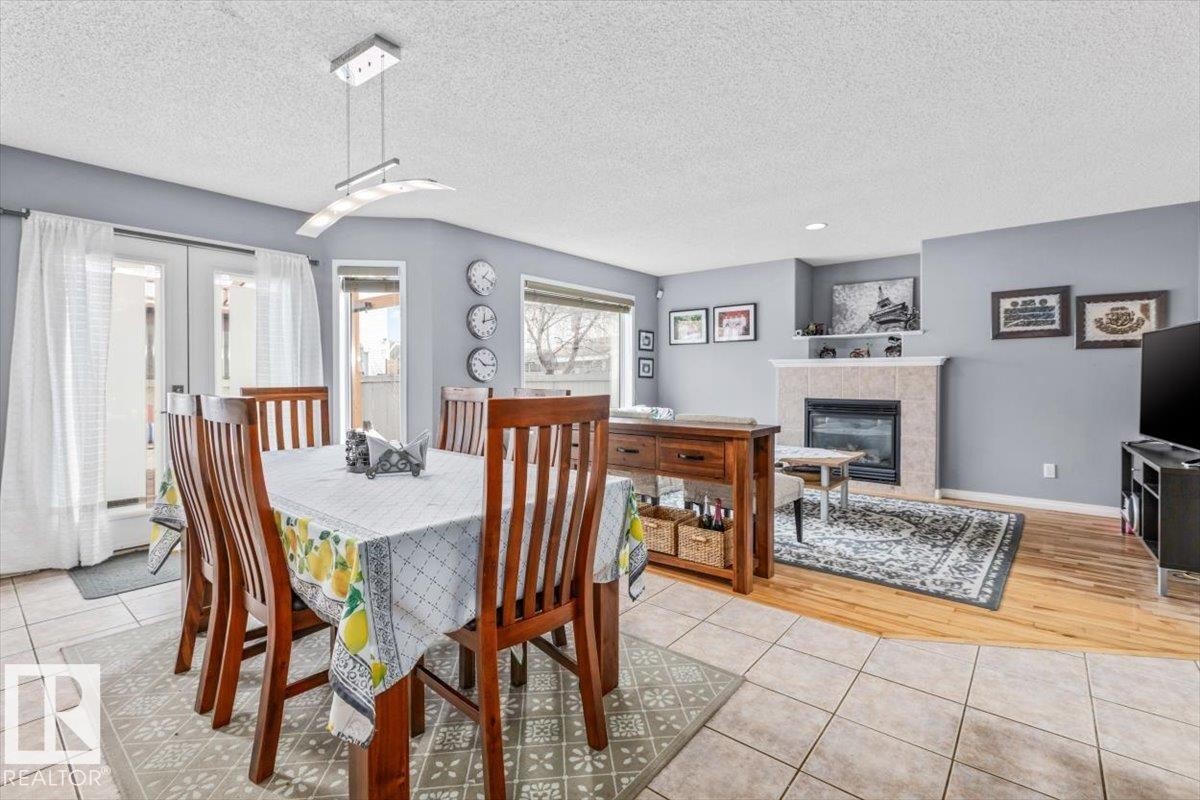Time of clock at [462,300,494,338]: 12:12
